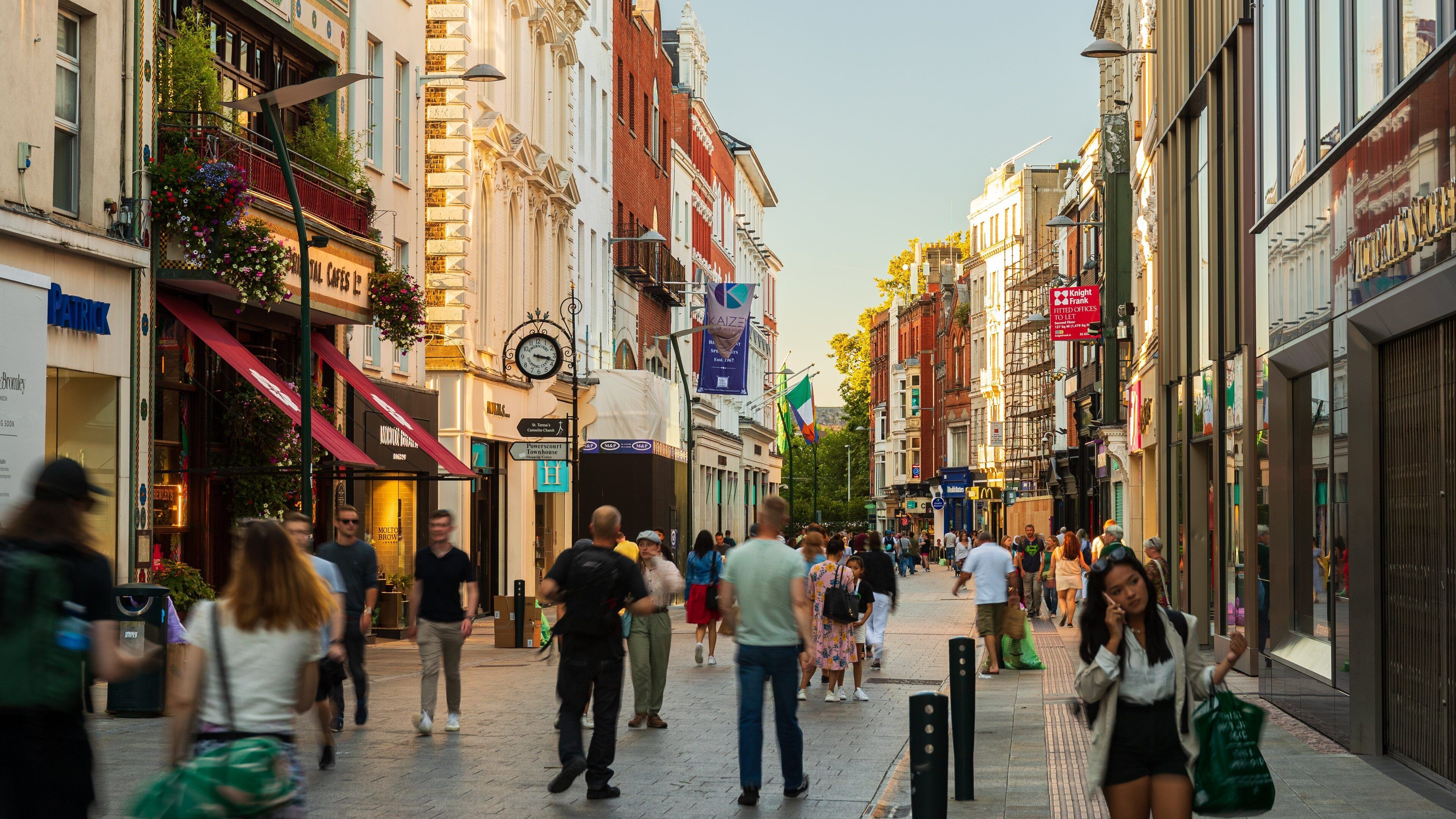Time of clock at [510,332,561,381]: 3:17
